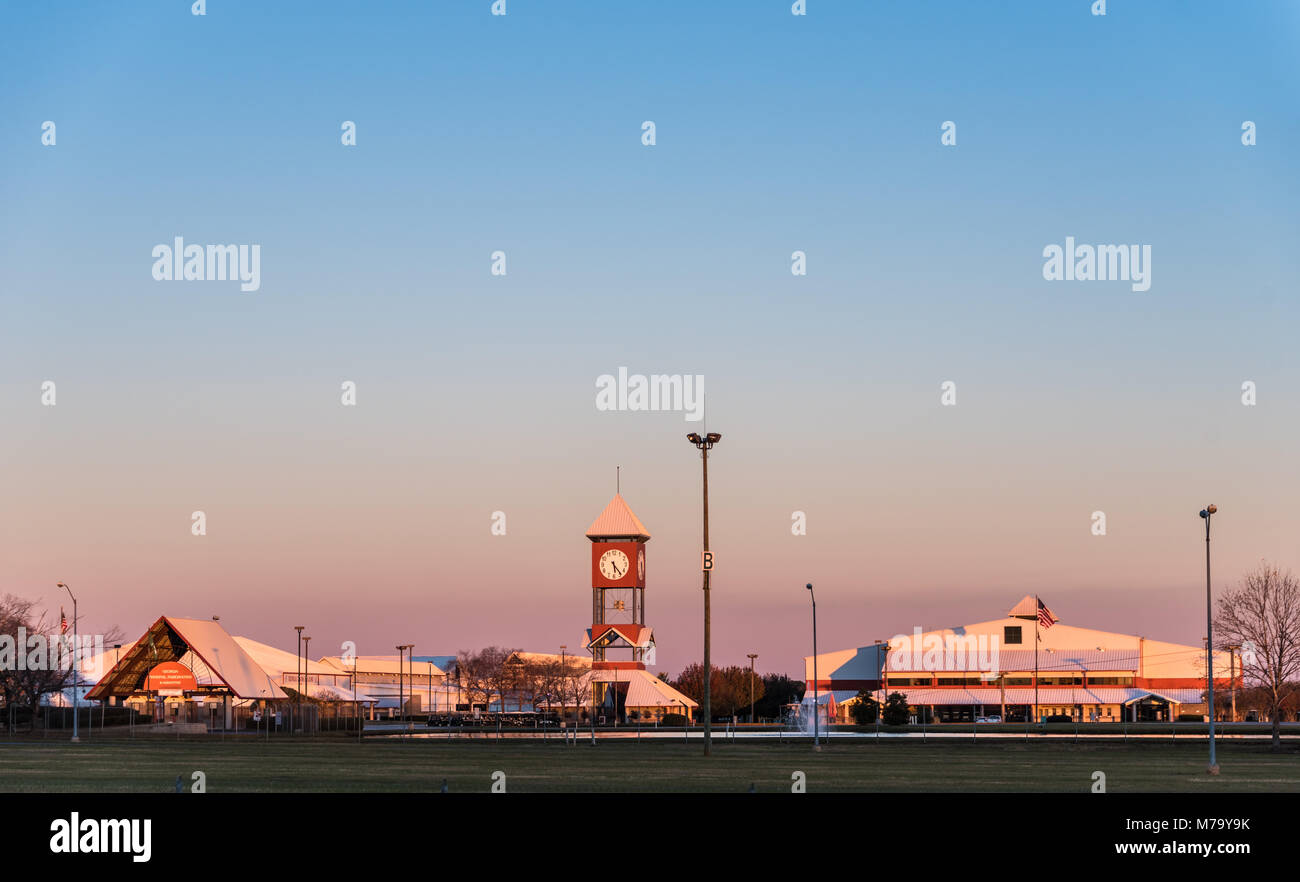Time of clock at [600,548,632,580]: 5:23
